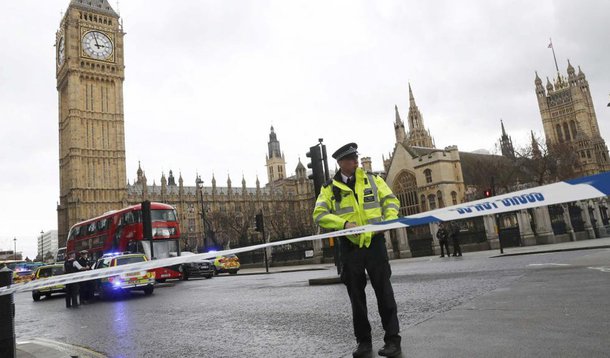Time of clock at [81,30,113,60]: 2:57
